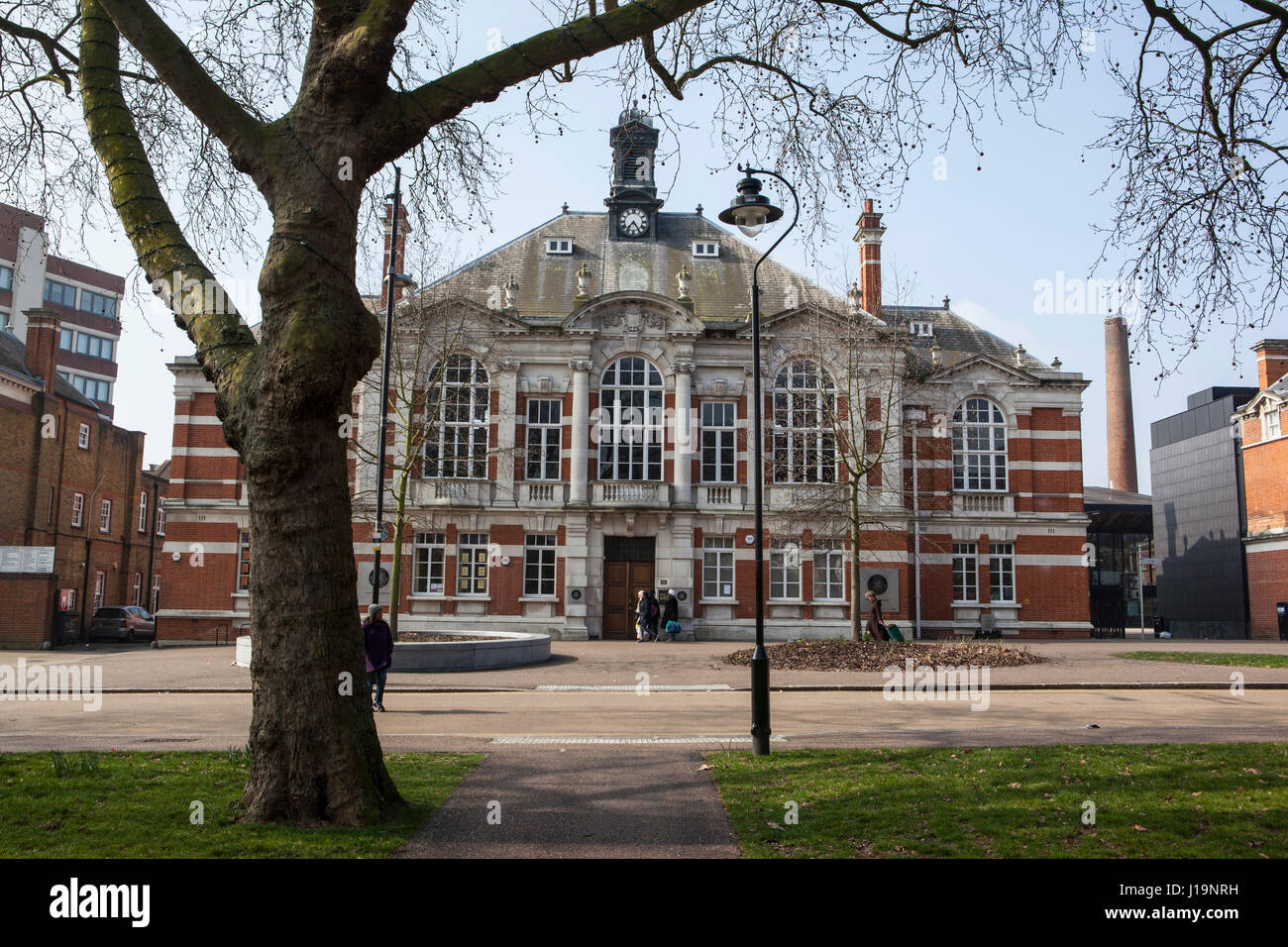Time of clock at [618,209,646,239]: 7:24
